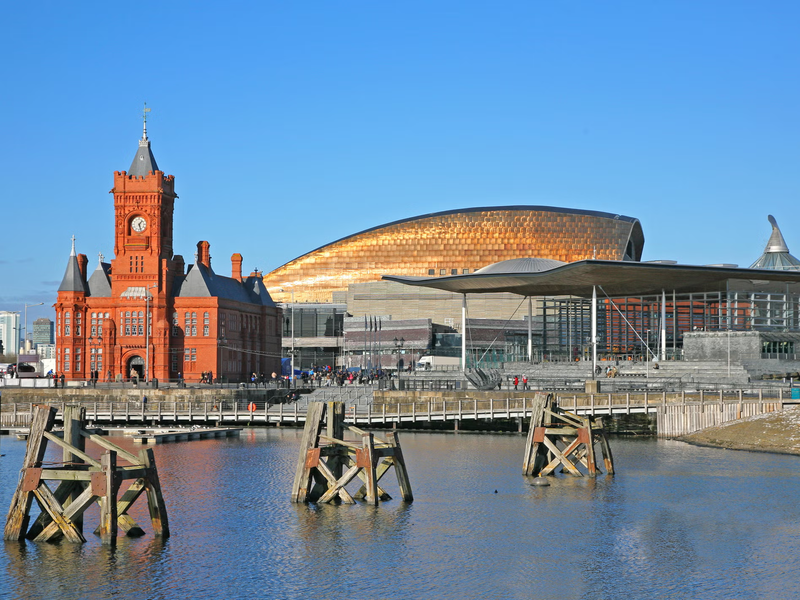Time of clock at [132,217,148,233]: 1:27
